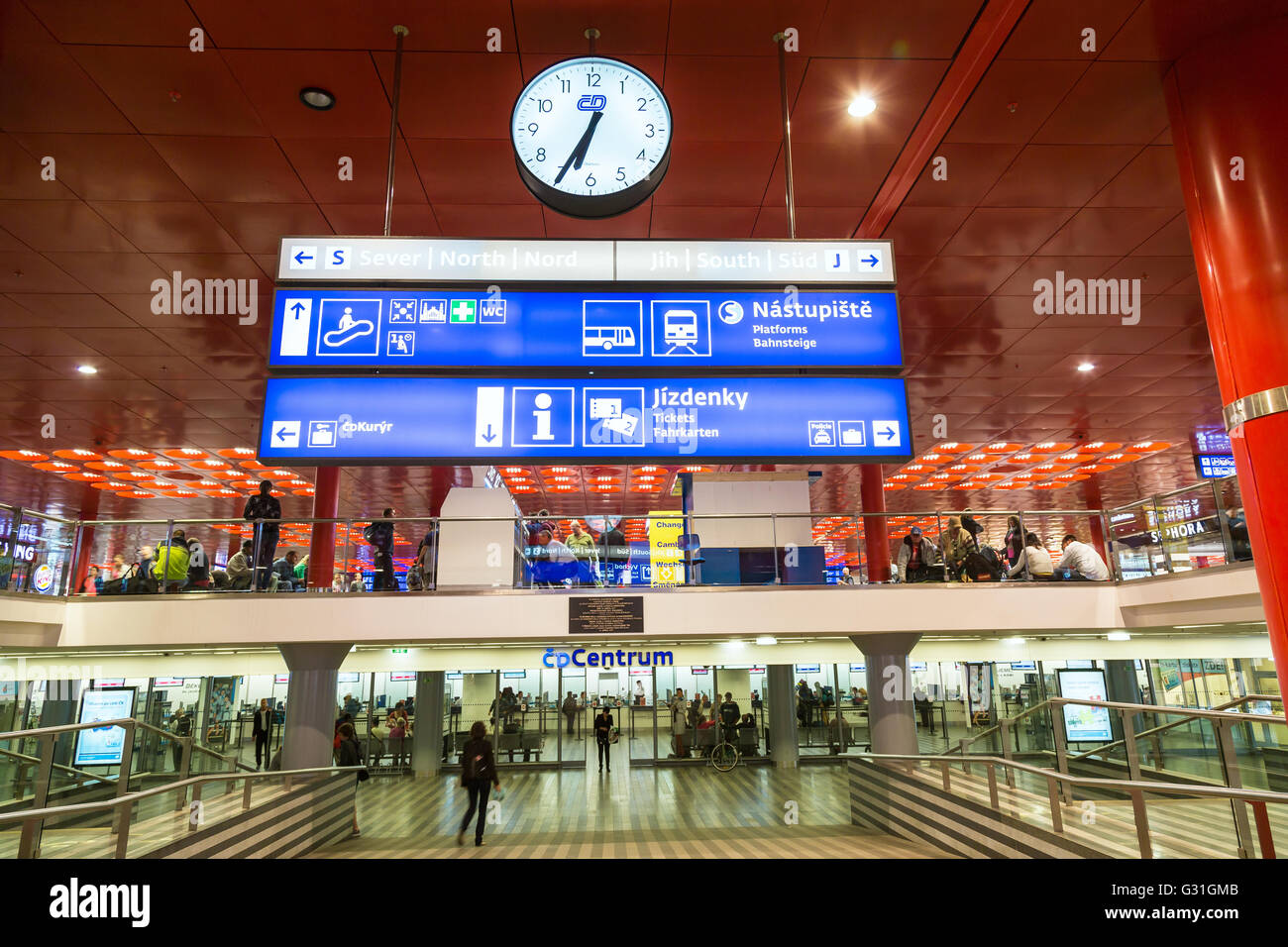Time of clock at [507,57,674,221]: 6:34
